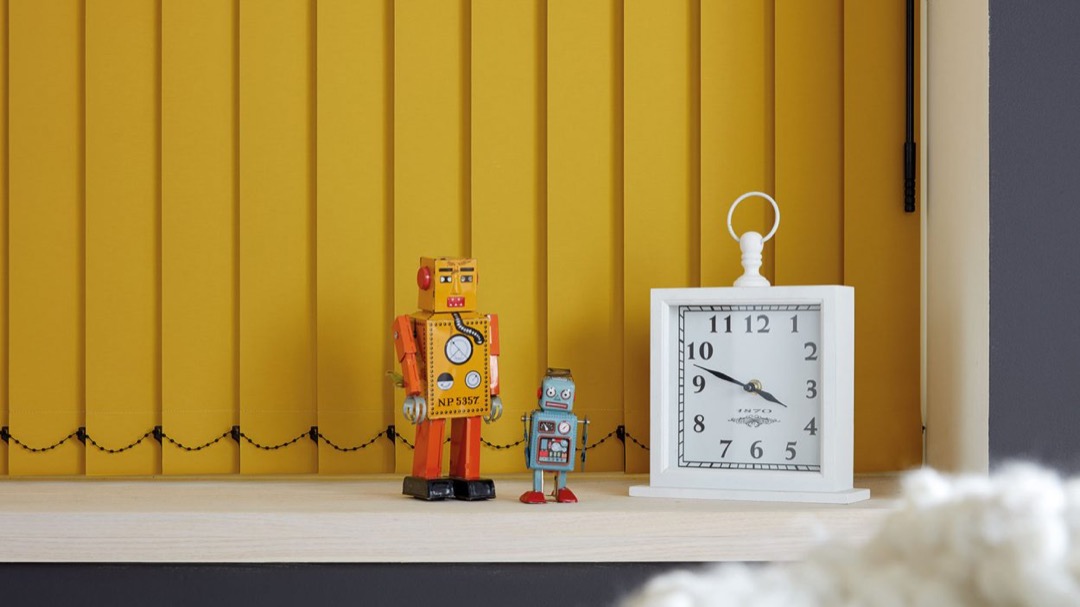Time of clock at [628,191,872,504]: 3:48
